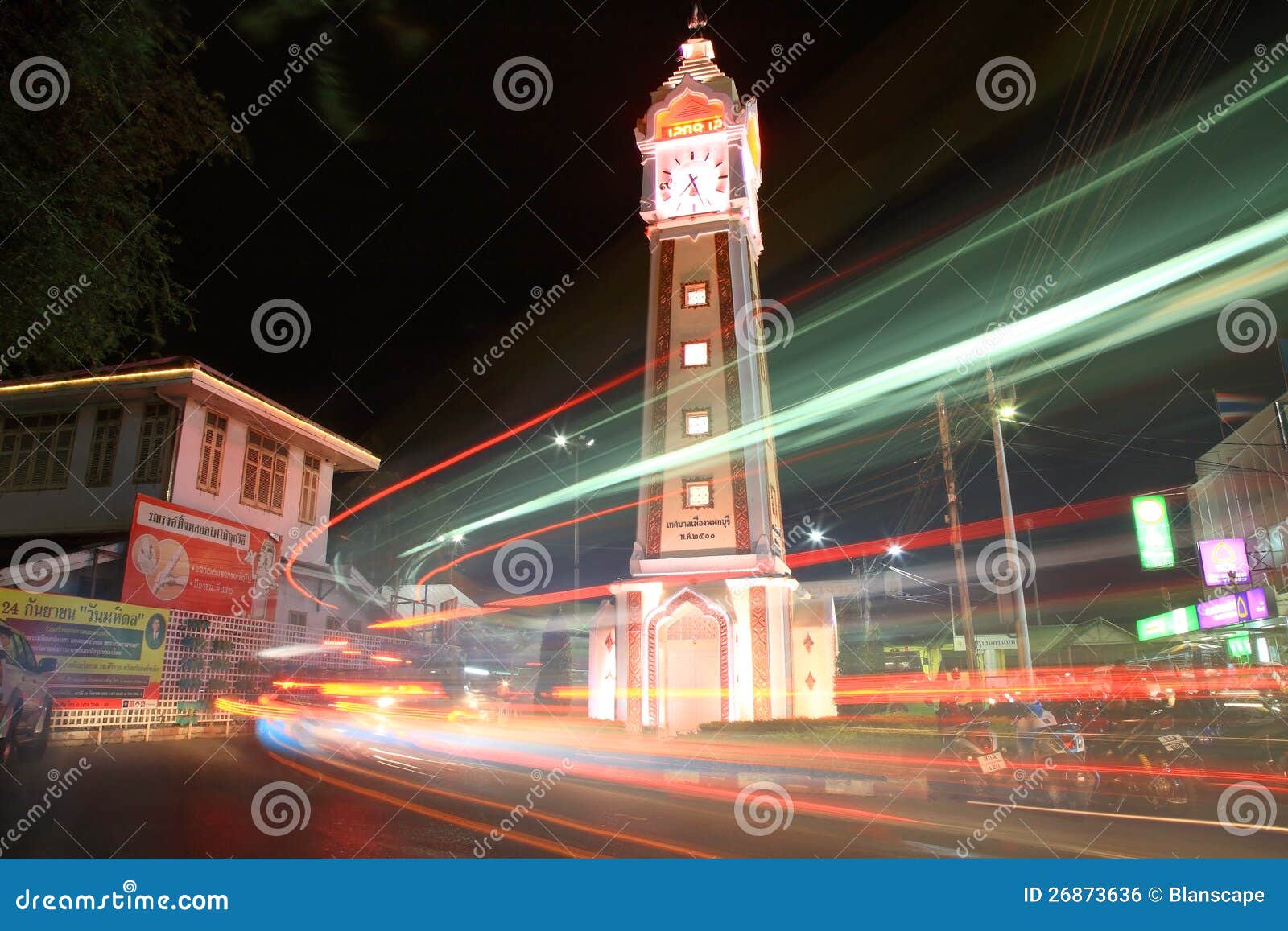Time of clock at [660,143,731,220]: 7:26
